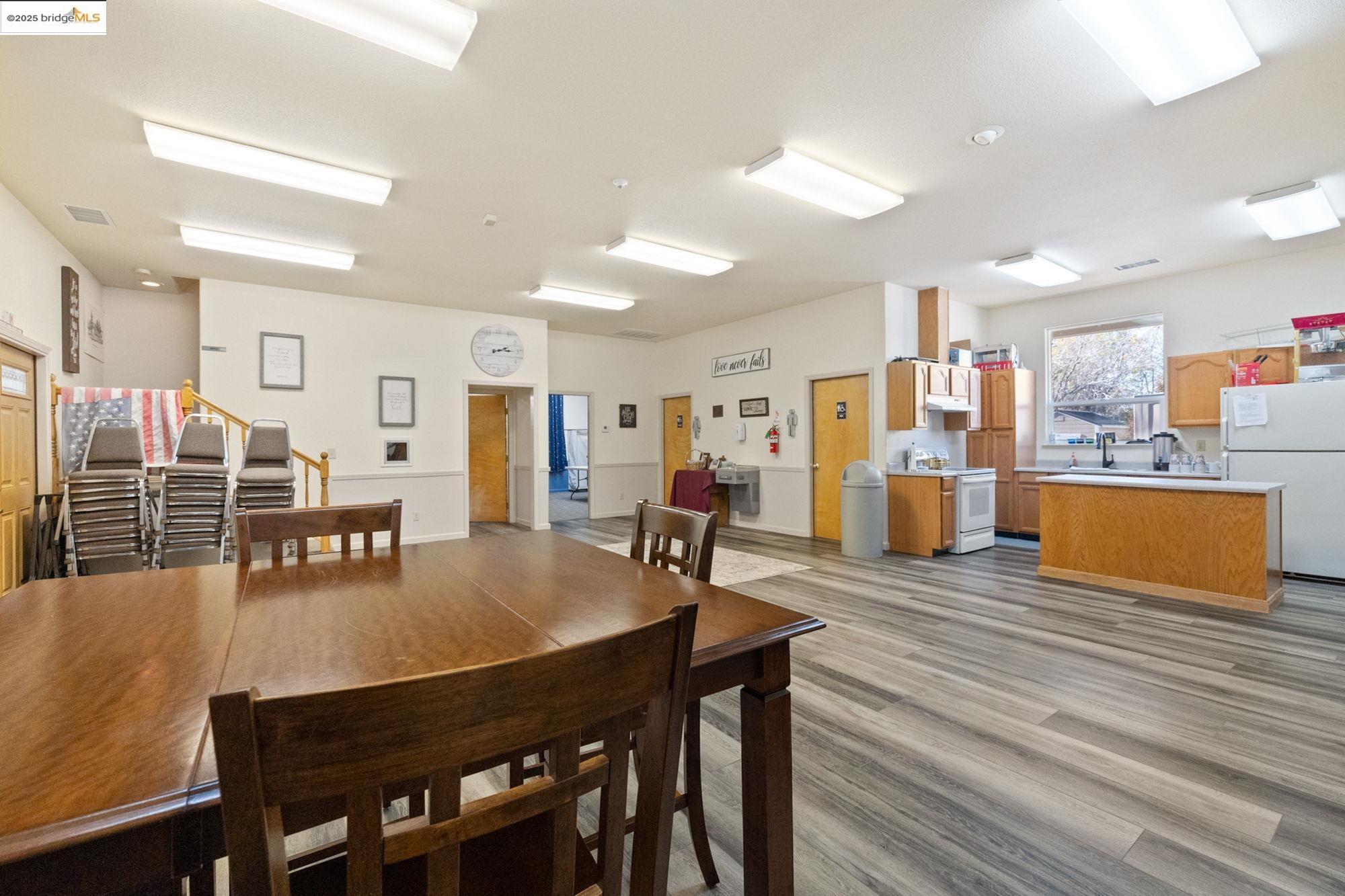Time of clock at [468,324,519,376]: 2:15
